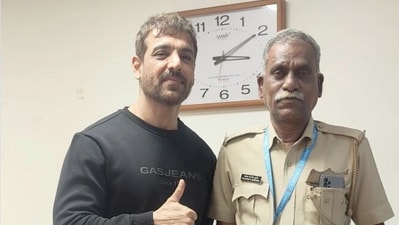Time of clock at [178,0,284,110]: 3:09
